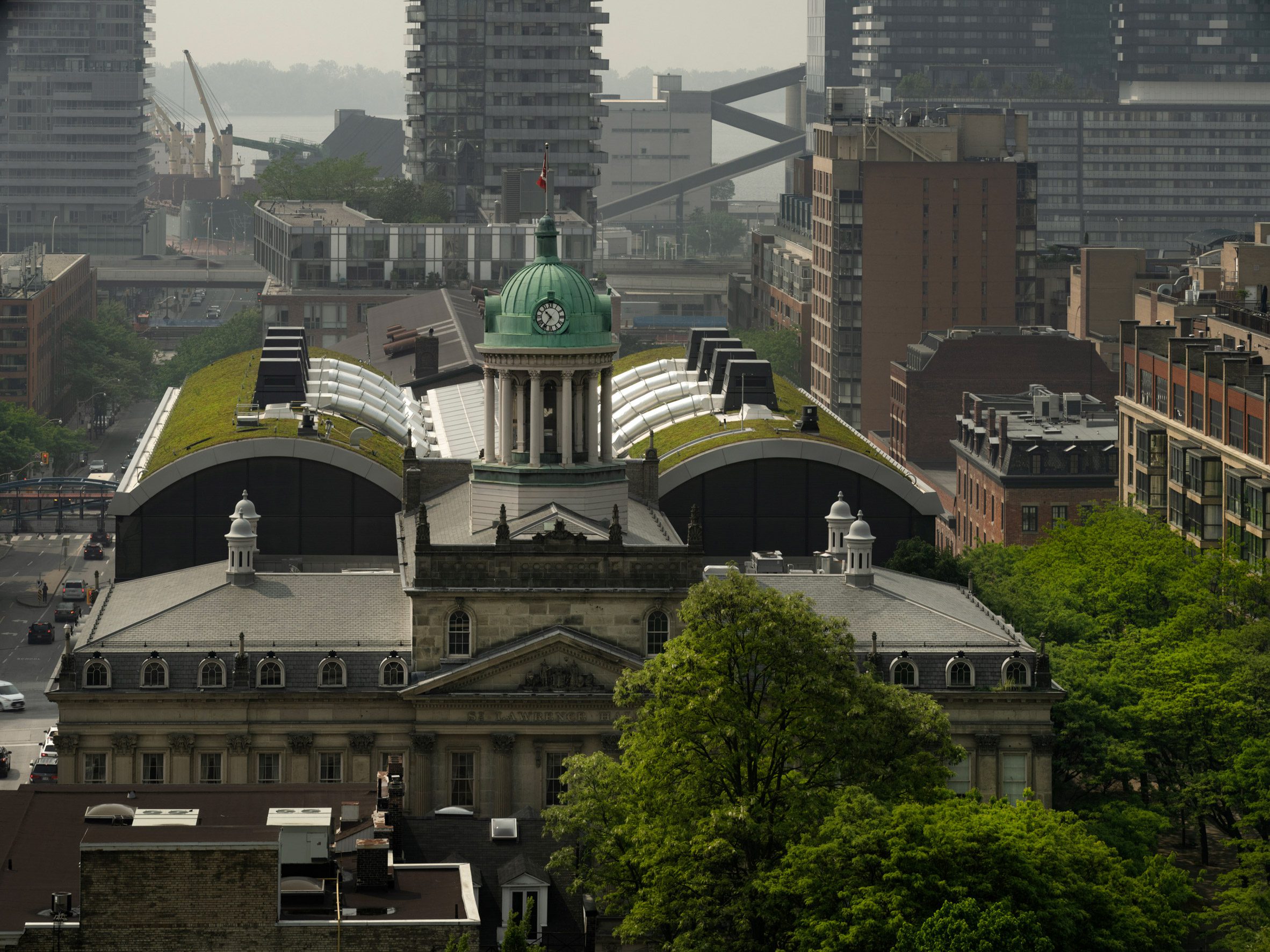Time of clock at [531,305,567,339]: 10:35
